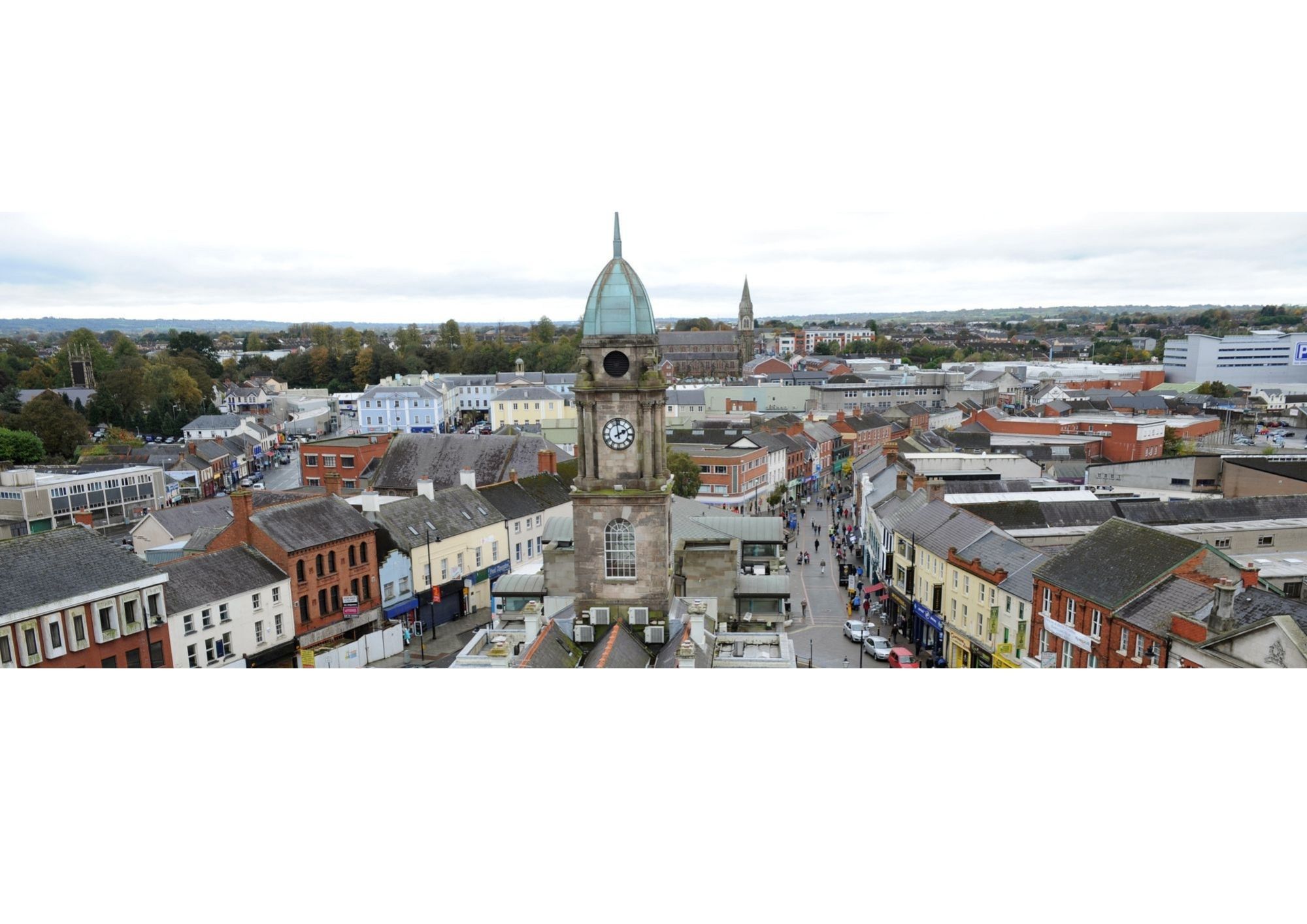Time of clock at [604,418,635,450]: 1:58
